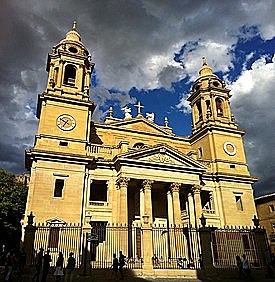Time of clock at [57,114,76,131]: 6:50
